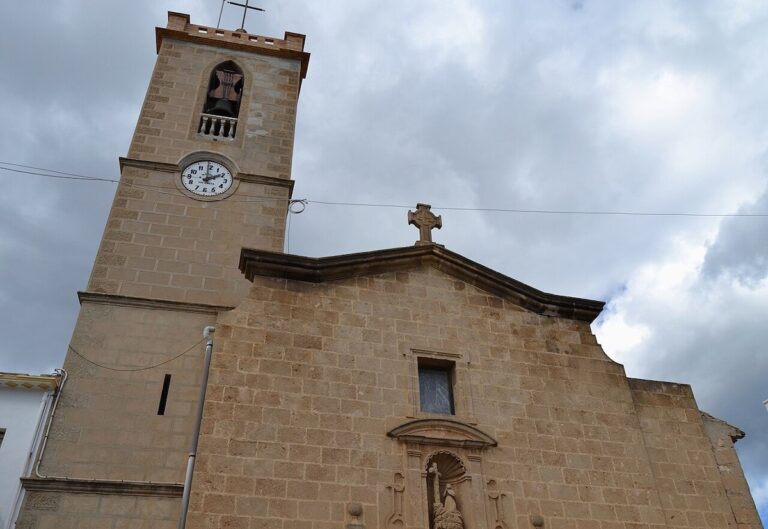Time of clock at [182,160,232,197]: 1:59
